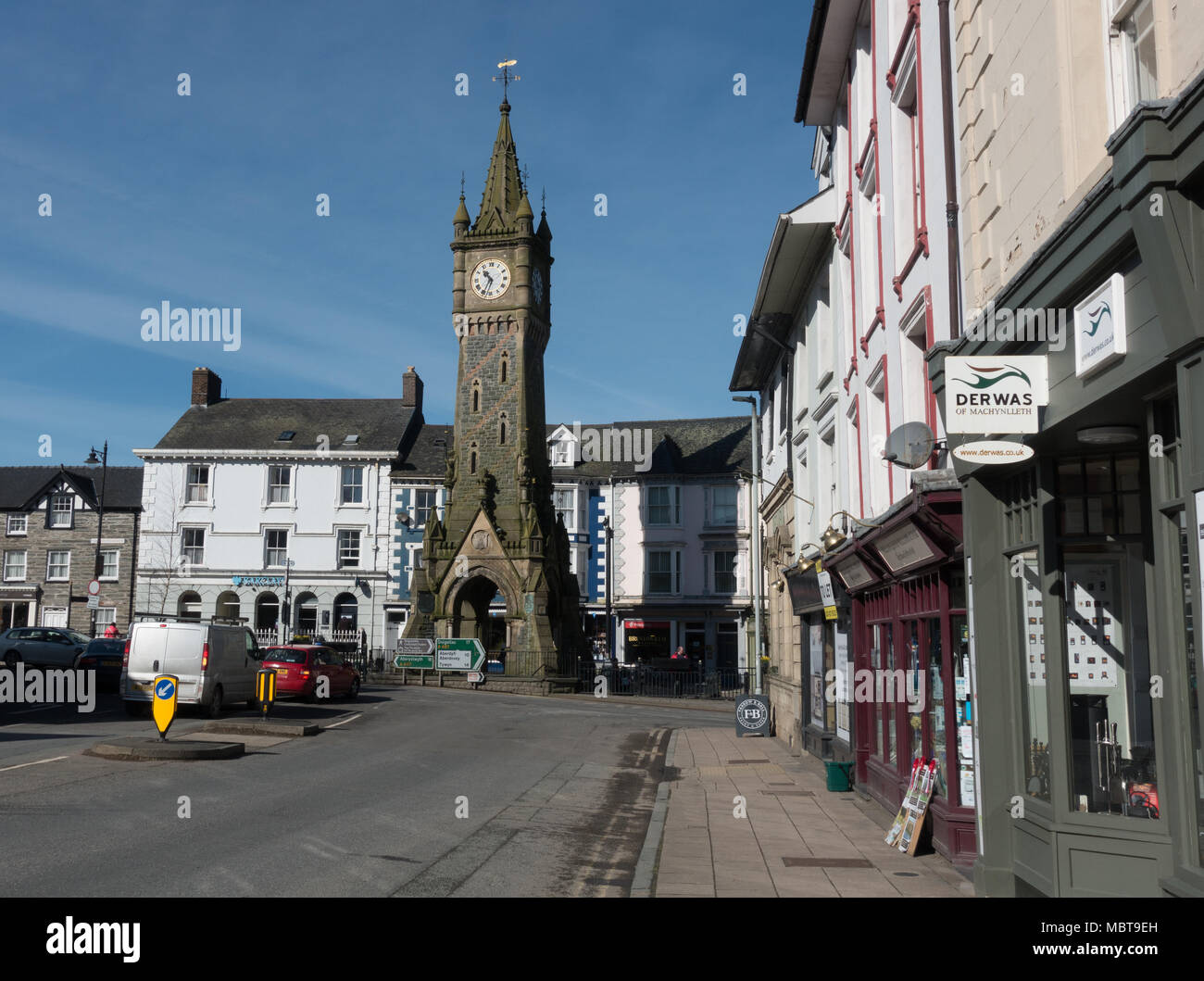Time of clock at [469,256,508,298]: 10:34
